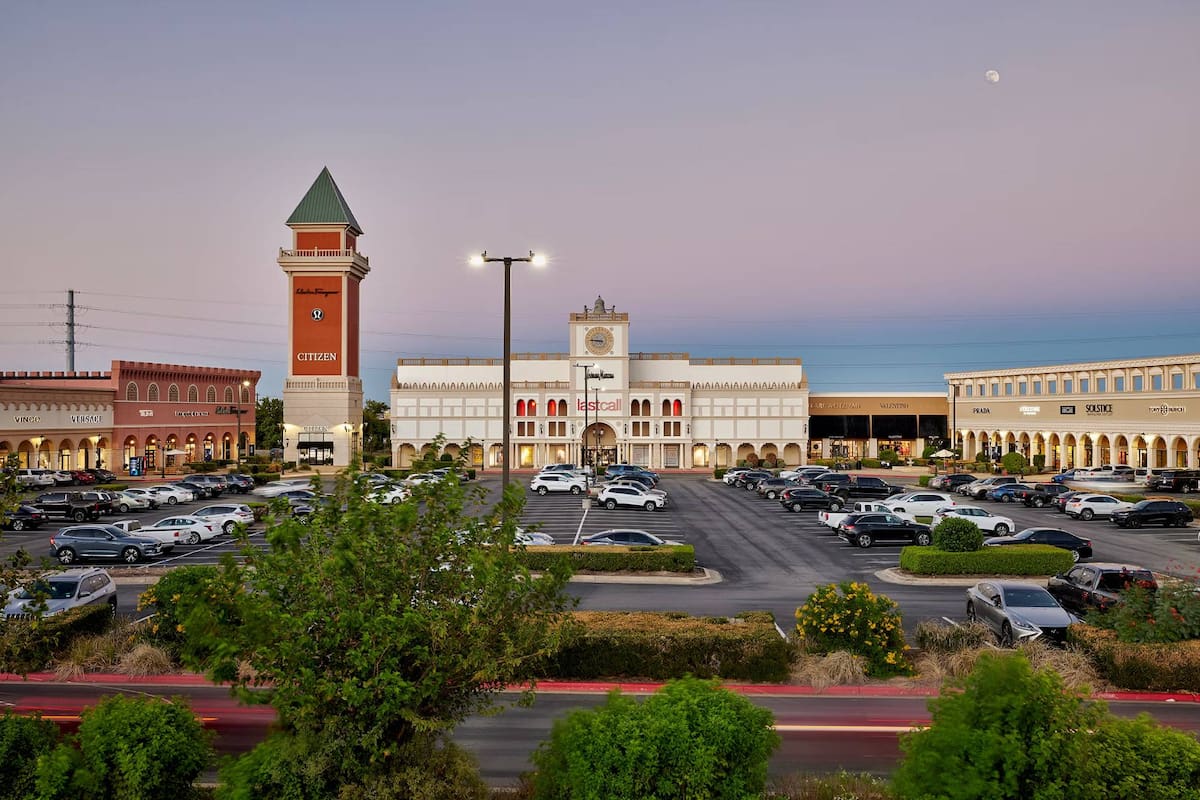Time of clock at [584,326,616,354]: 8:45
